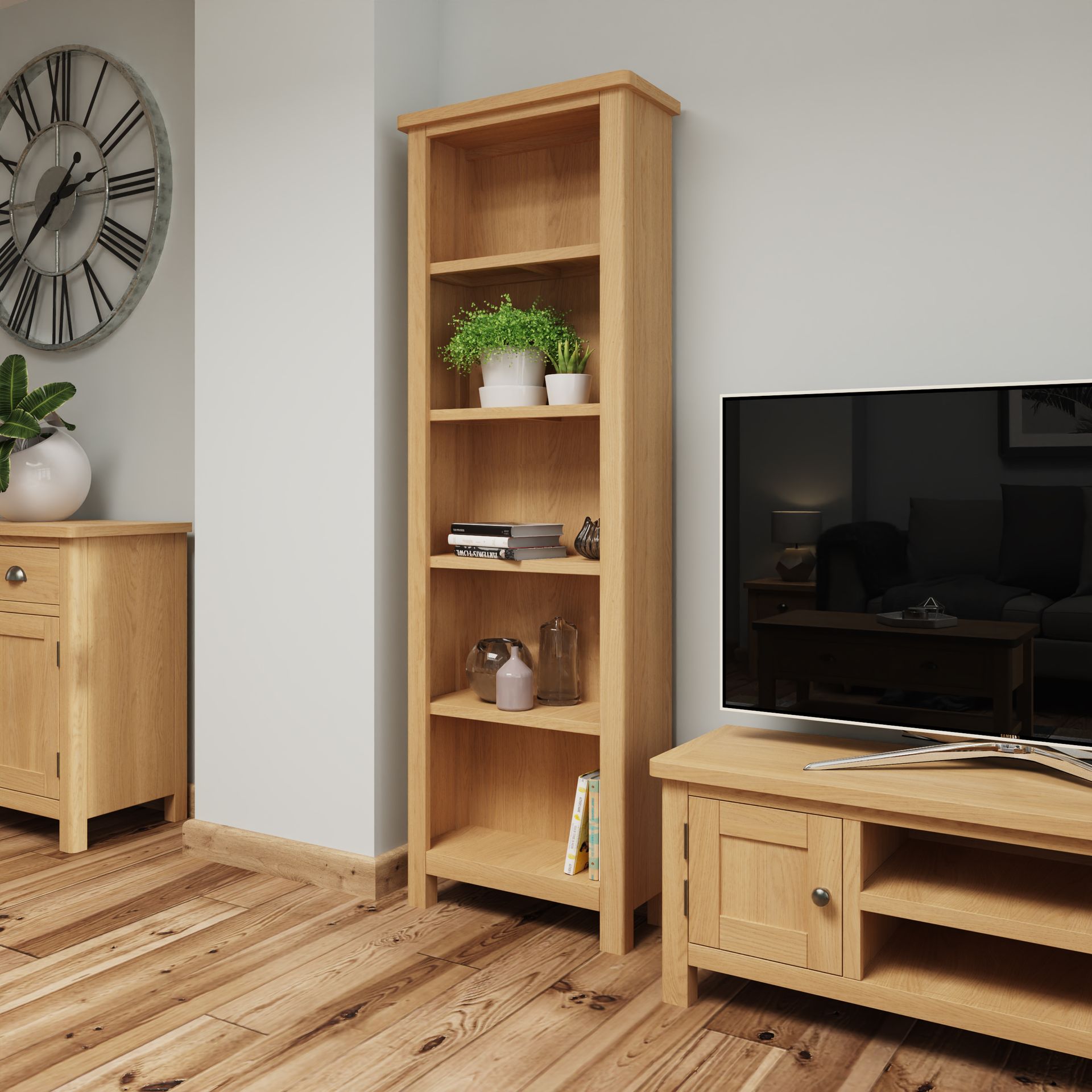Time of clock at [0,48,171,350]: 2:38
